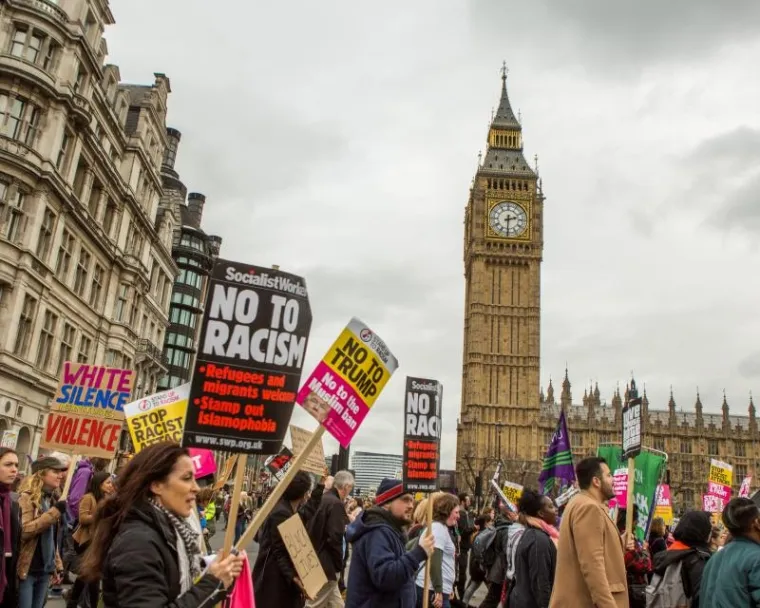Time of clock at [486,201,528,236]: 2:30
